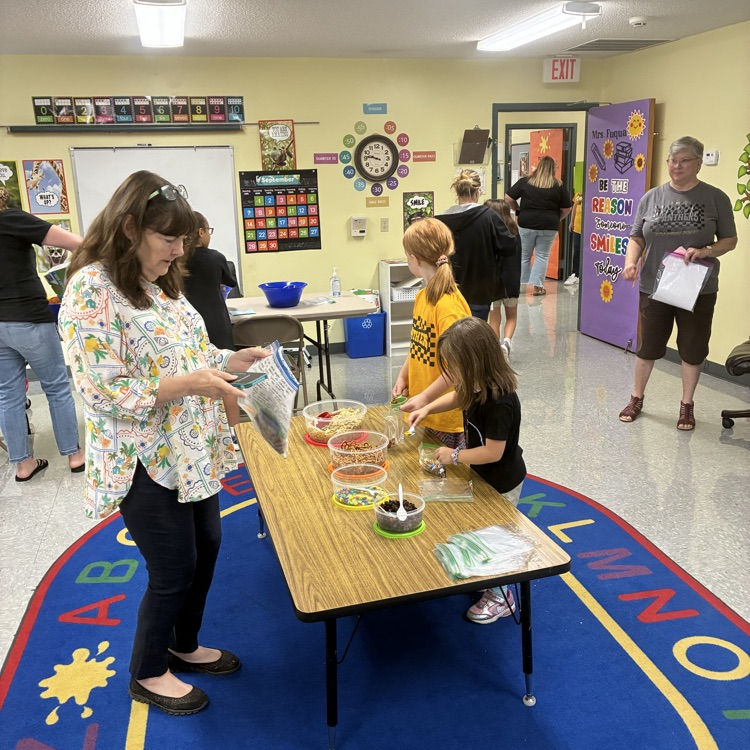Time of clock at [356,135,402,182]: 9:46
